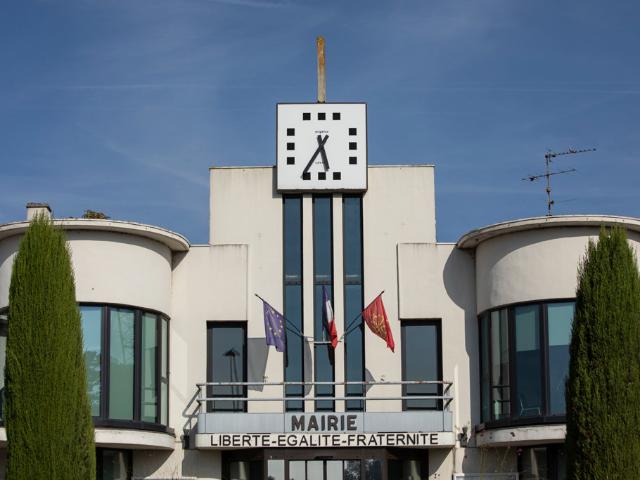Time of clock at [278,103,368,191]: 5:35
